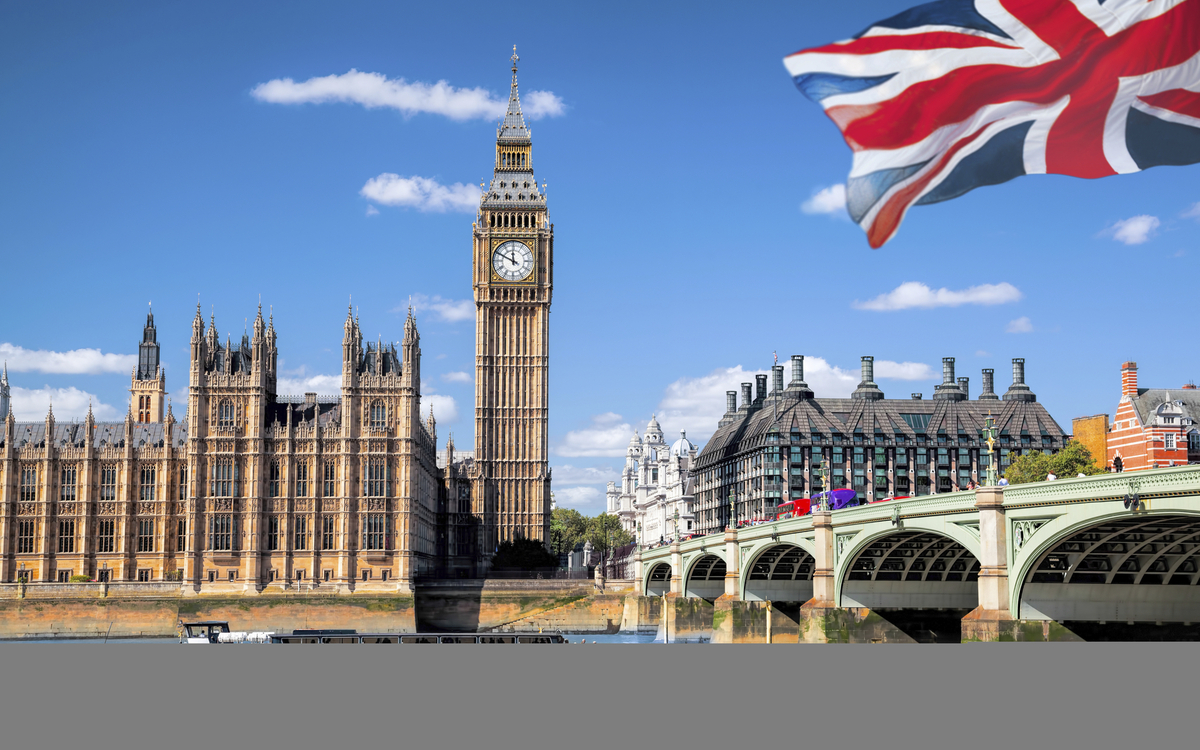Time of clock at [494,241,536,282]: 11:49
